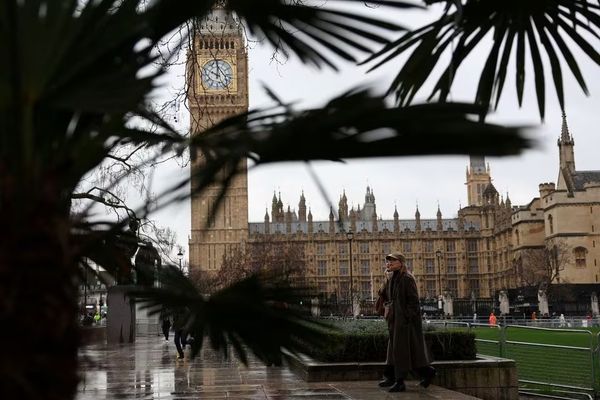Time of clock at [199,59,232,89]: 10:00
